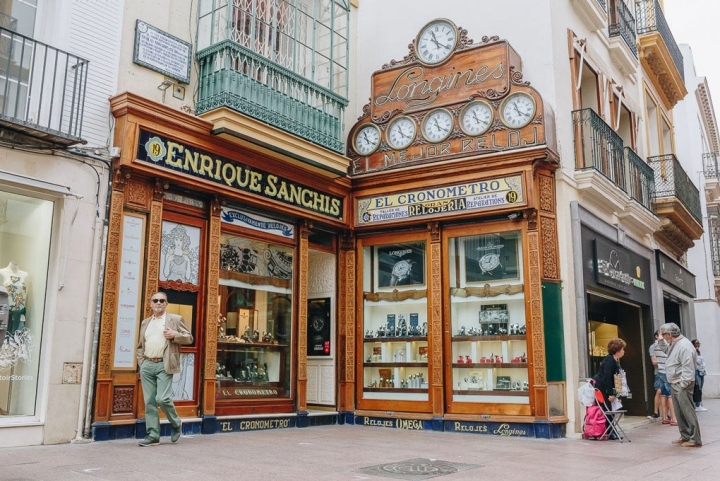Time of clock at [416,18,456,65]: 11:21
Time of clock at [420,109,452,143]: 11:20
